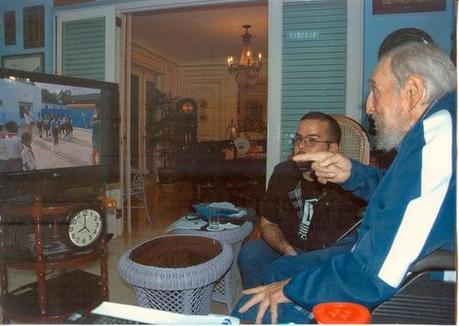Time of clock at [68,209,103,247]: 7:59
